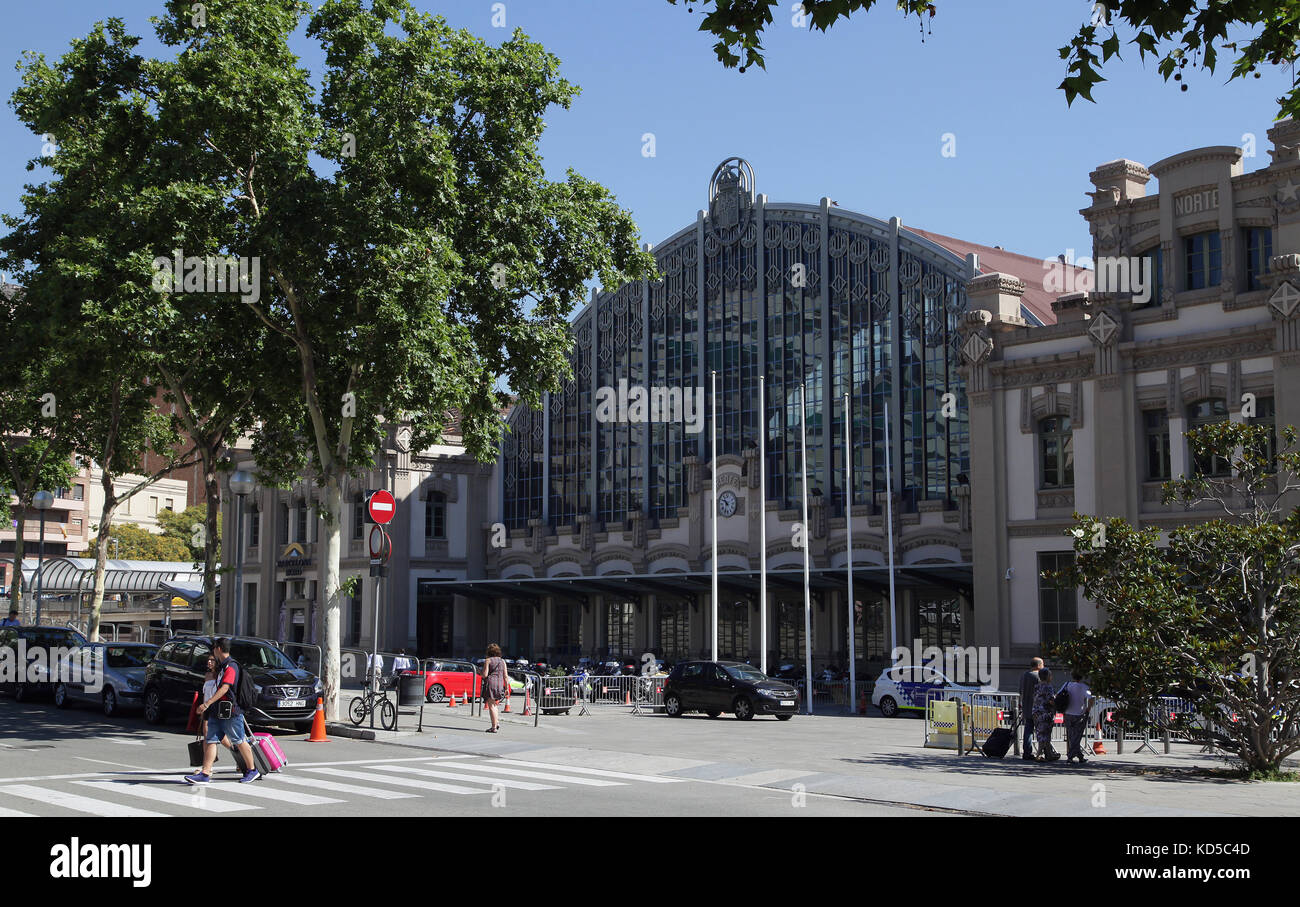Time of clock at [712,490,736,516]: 10:33
